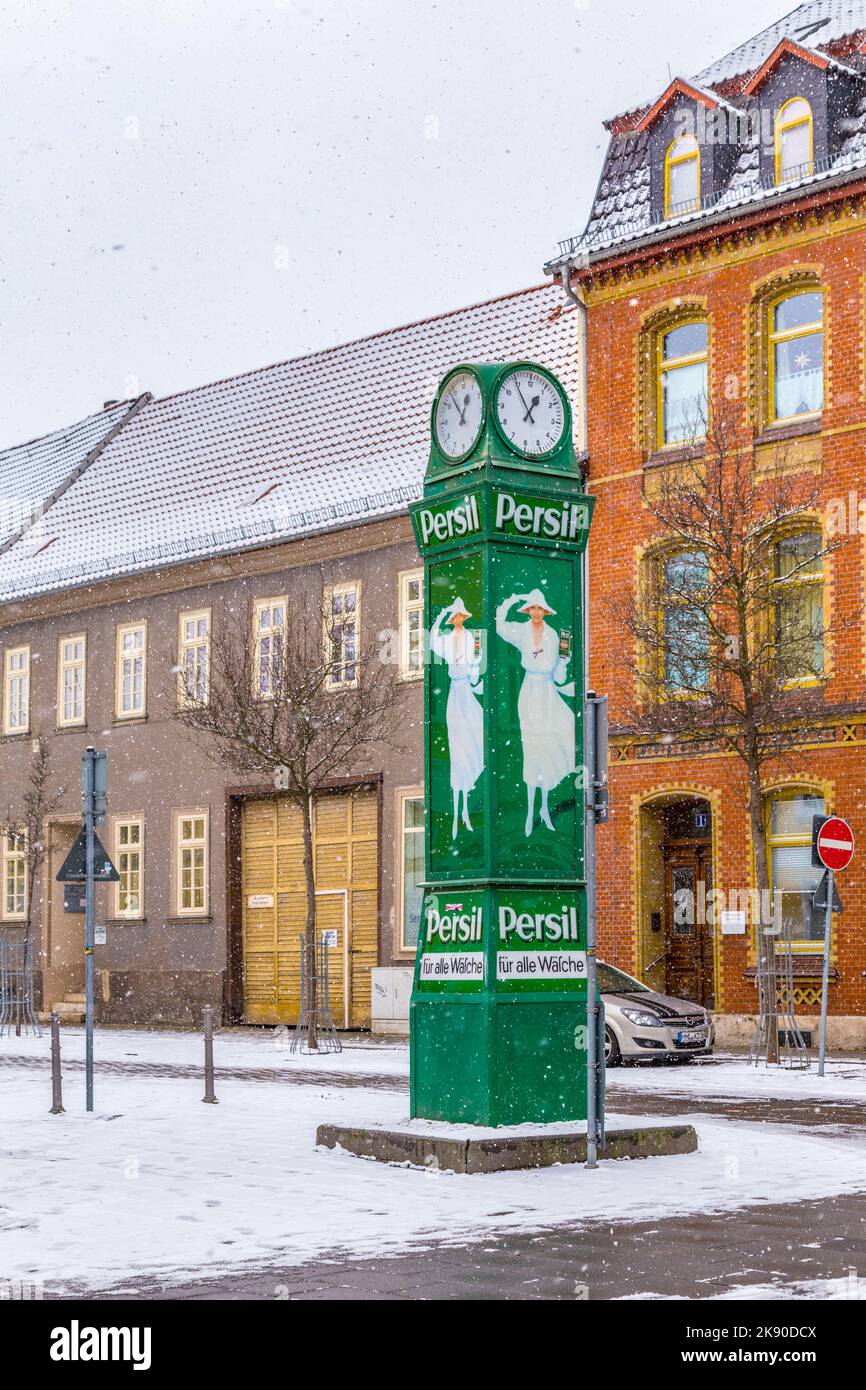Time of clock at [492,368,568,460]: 12:54
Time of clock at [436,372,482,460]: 12:53
